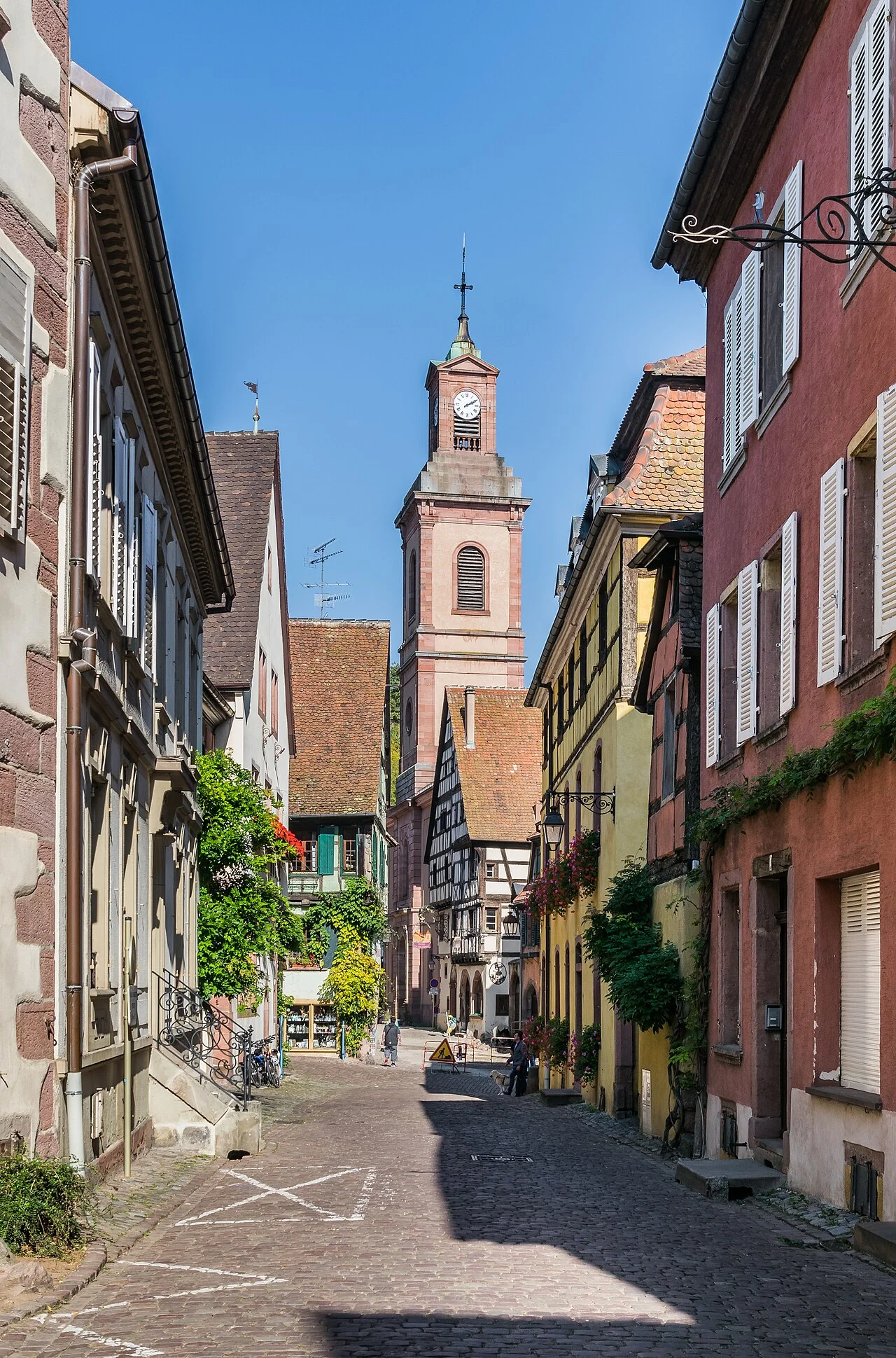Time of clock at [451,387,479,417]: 2:09
